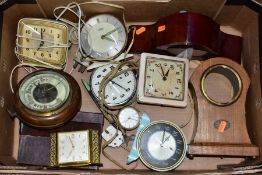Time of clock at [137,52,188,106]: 12:57
